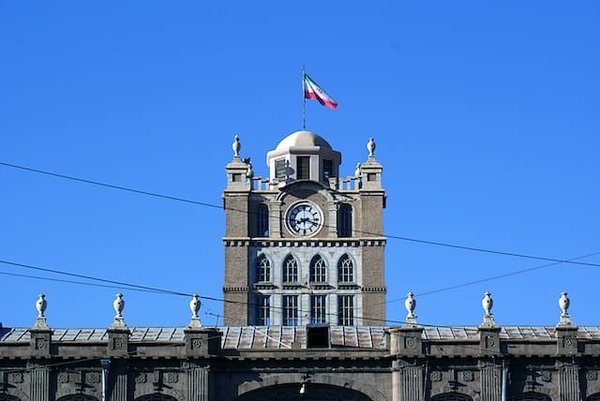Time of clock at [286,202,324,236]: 8:18
